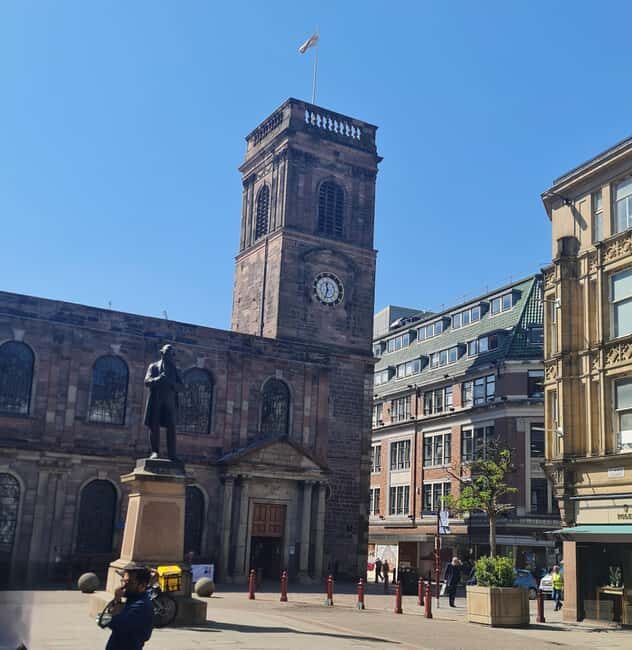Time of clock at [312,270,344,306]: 11:33
